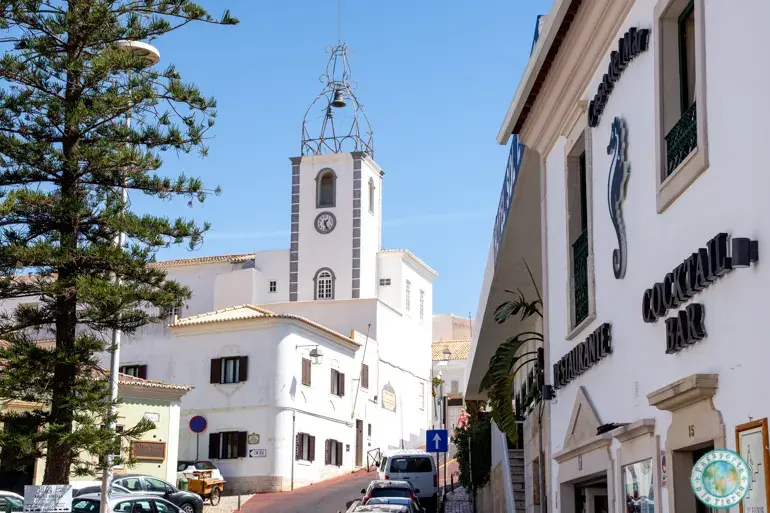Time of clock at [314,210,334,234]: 1:26
